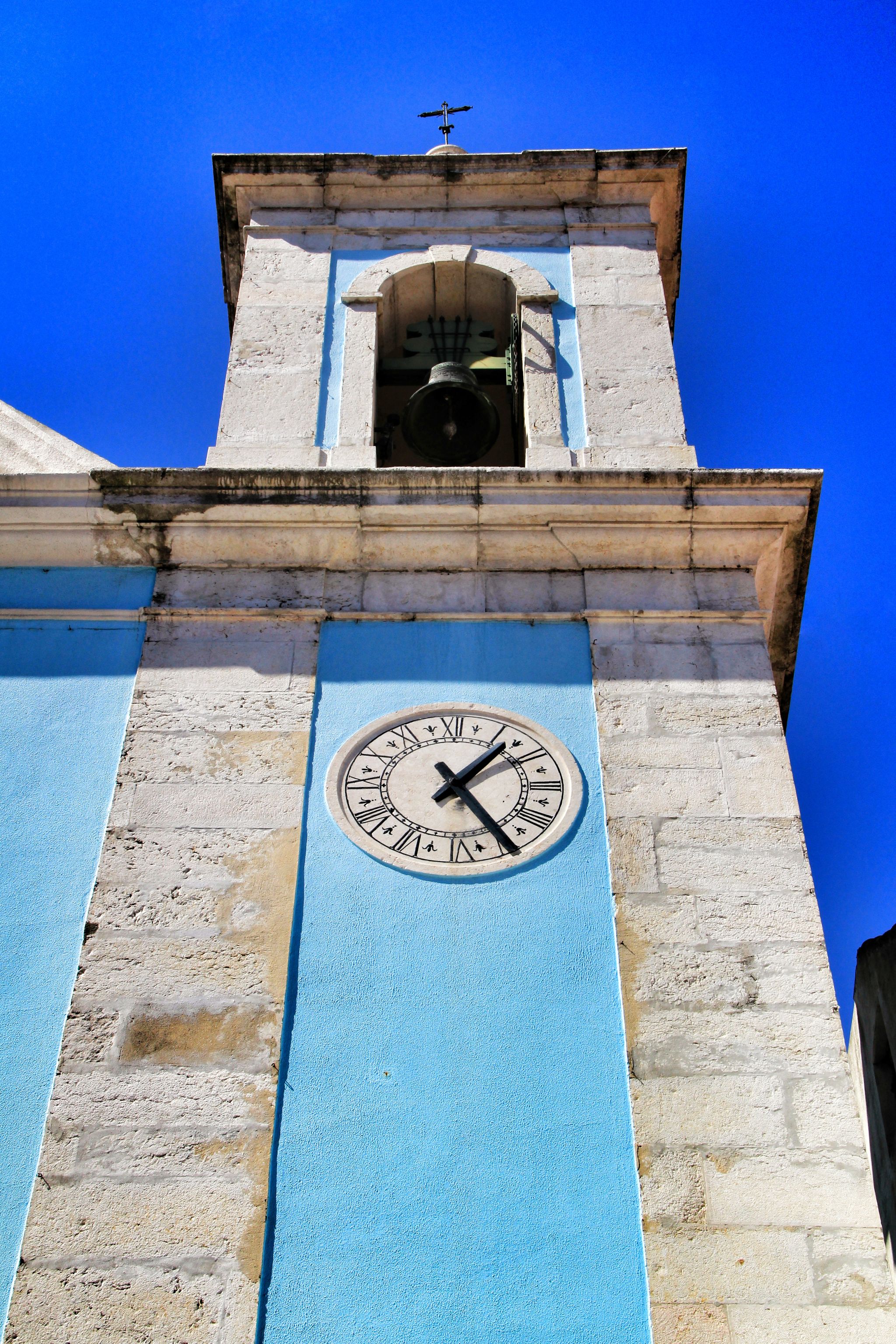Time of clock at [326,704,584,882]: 1:24
